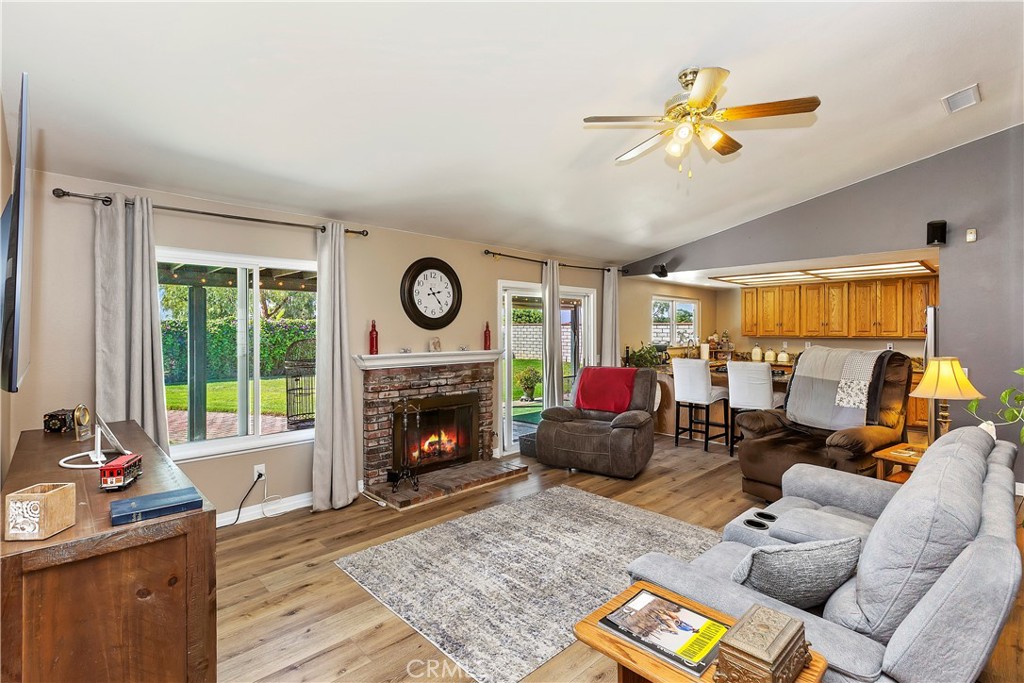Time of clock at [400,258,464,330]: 2:23
